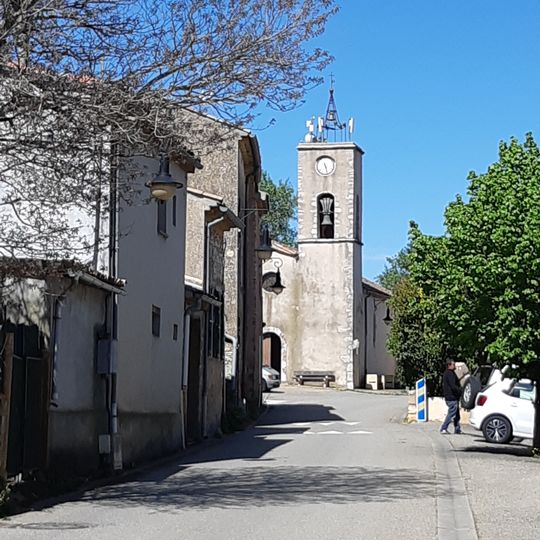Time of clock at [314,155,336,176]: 5:27
